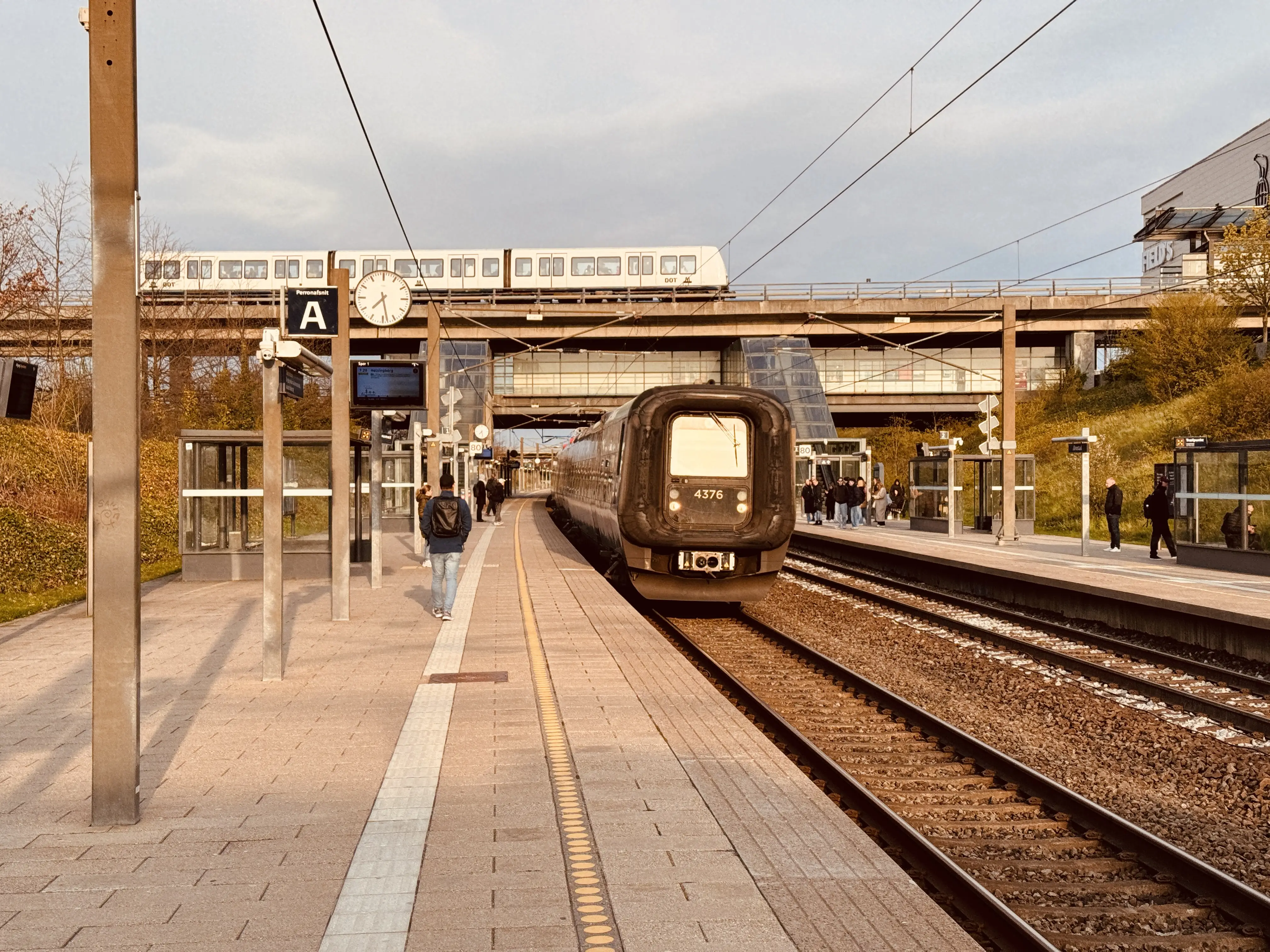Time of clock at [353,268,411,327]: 7:28
